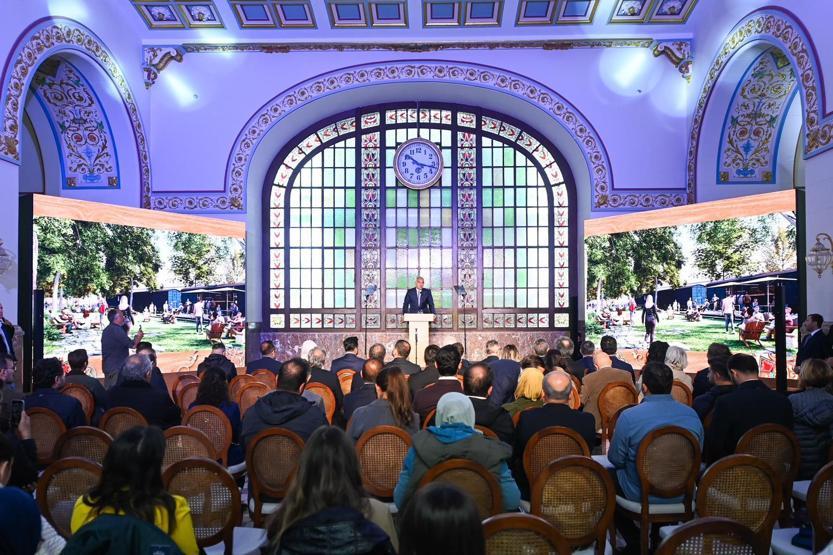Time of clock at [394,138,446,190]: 10:17
